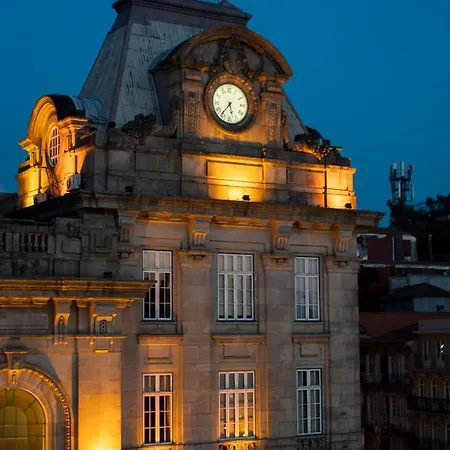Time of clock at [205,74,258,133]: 5:36
